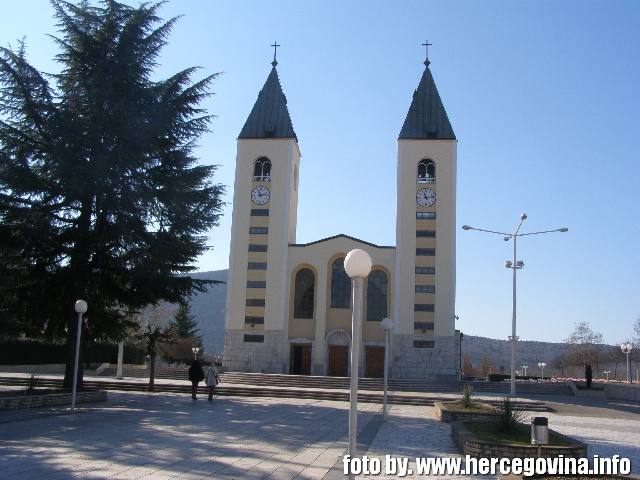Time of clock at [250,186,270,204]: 11:12
